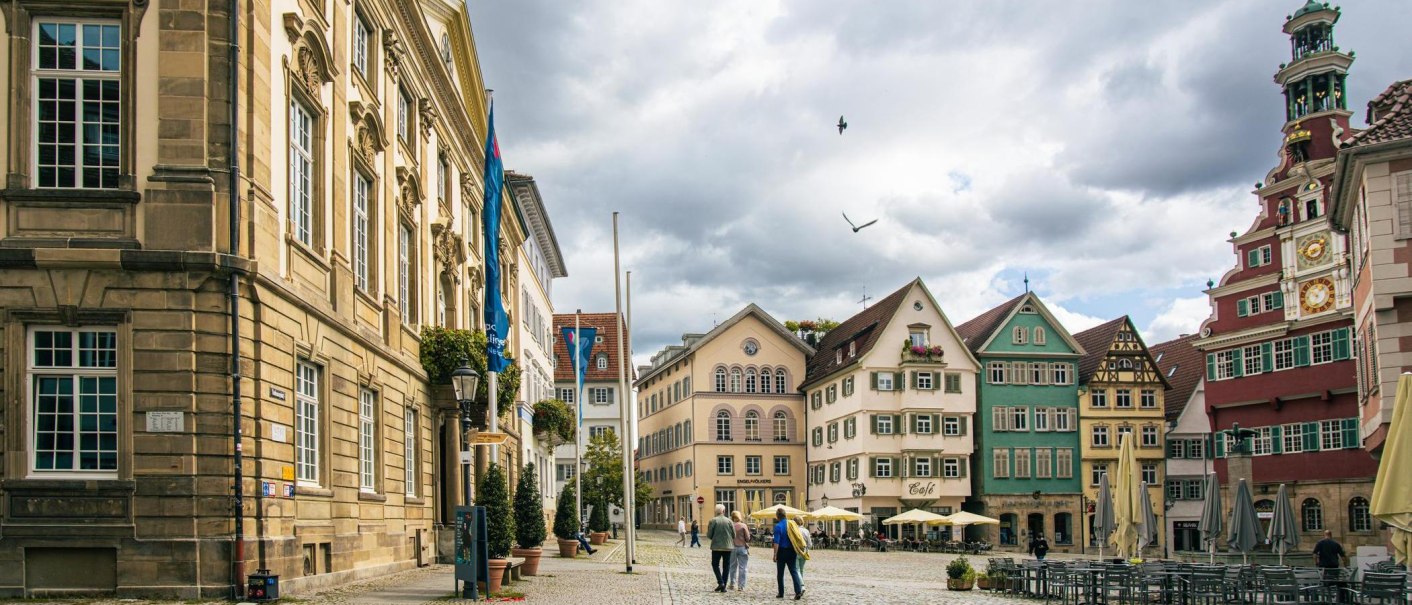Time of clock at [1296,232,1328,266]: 7:12
